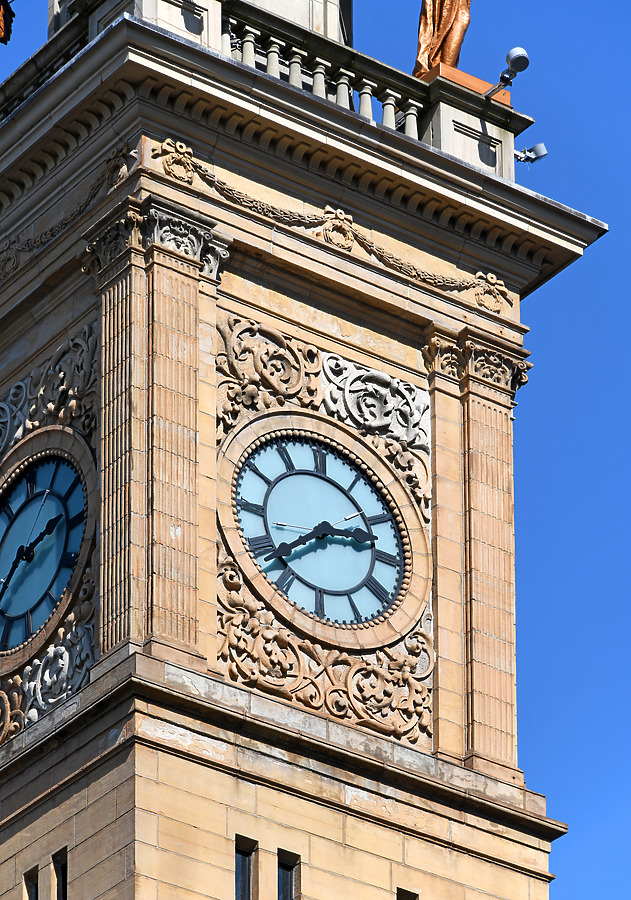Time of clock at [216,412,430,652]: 2:39
